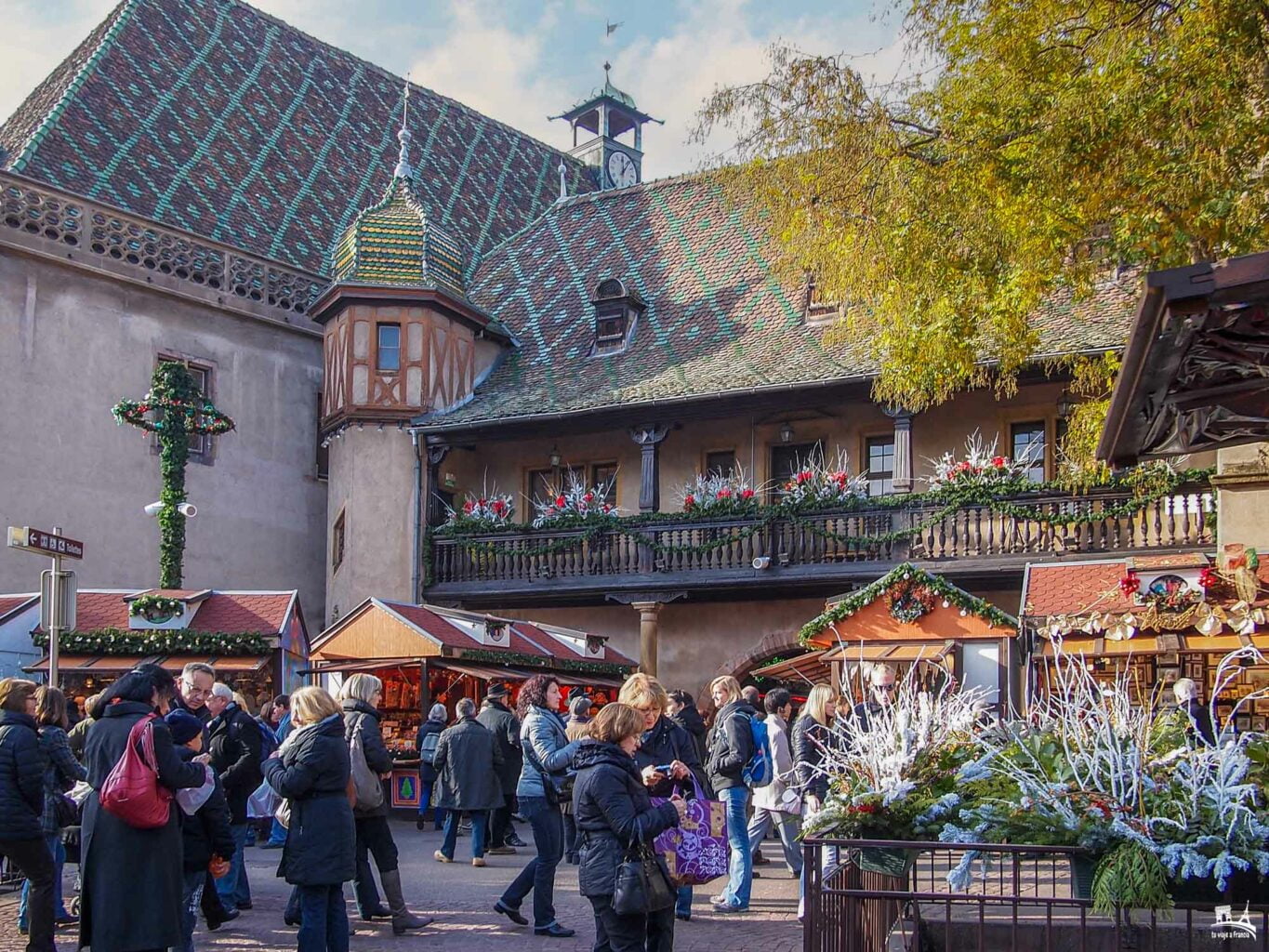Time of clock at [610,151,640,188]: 12:06
